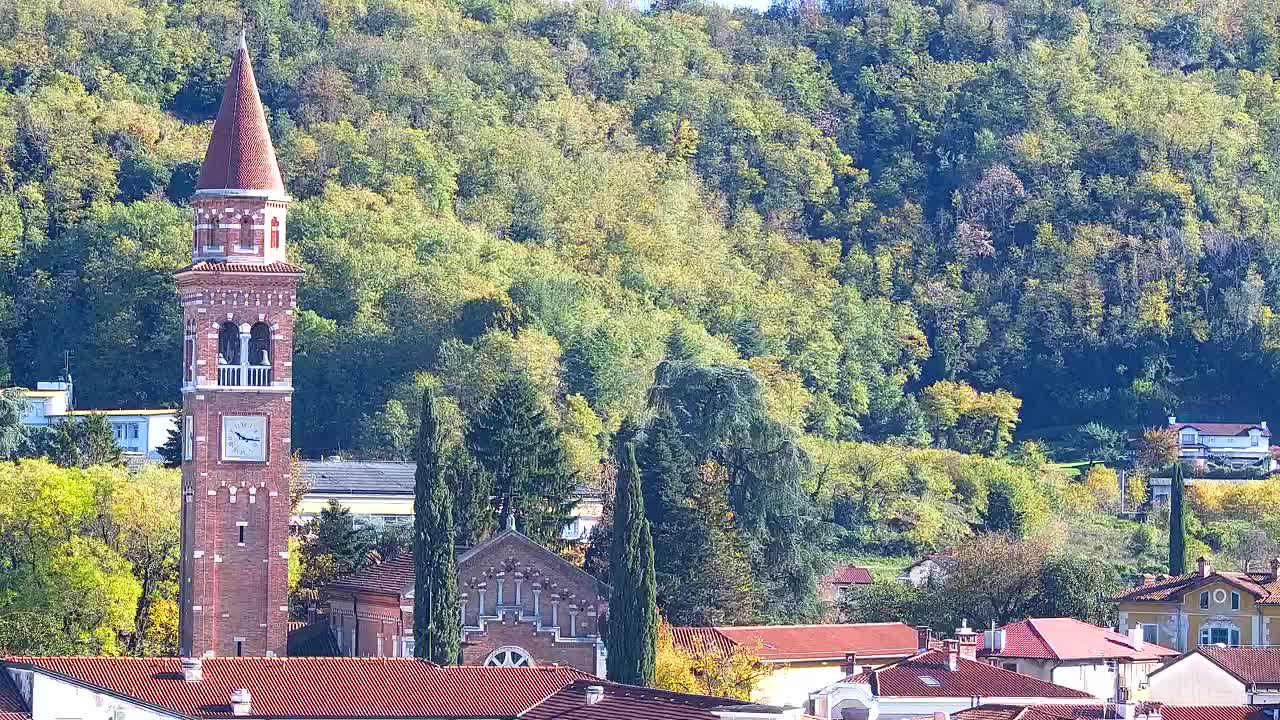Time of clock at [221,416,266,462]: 10:16
